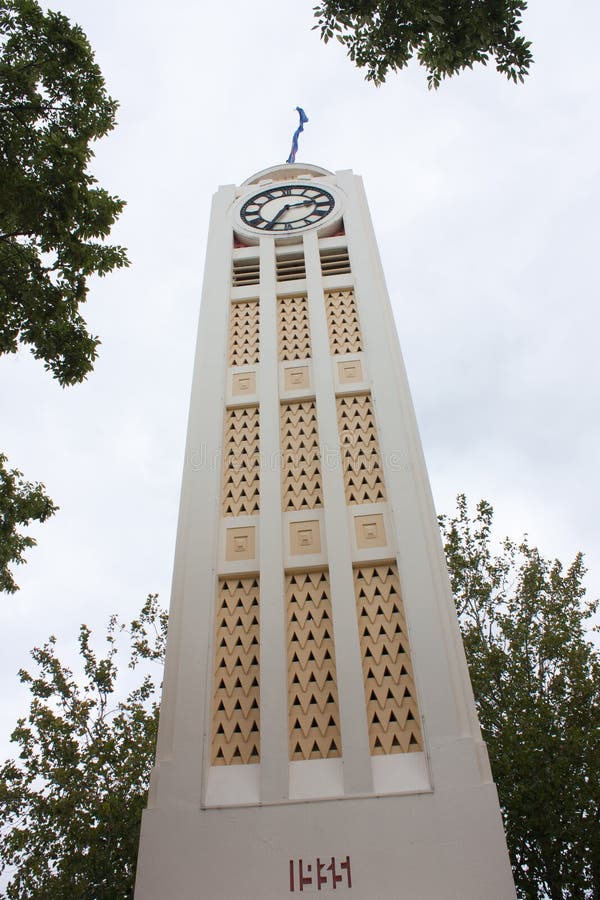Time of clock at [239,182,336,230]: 2:34
